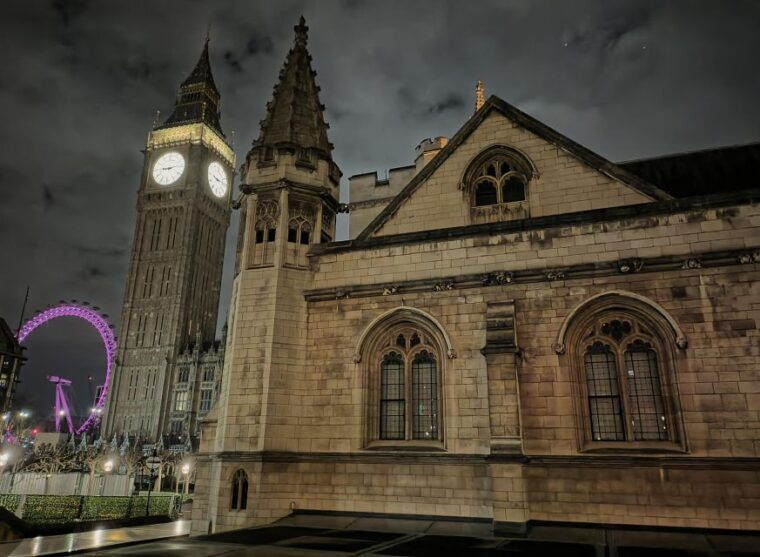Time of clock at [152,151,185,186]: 9:12
